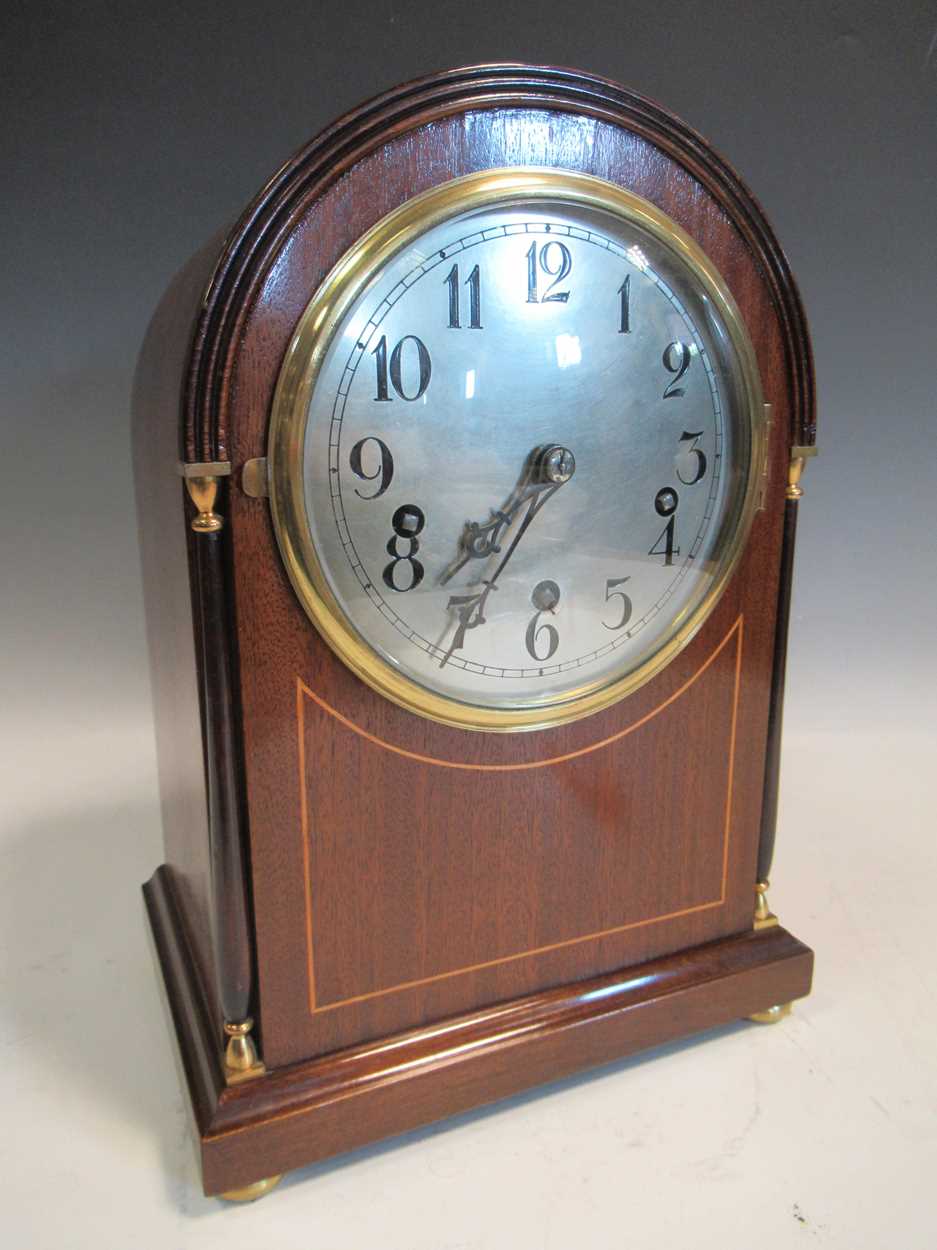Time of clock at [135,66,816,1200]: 7:35
